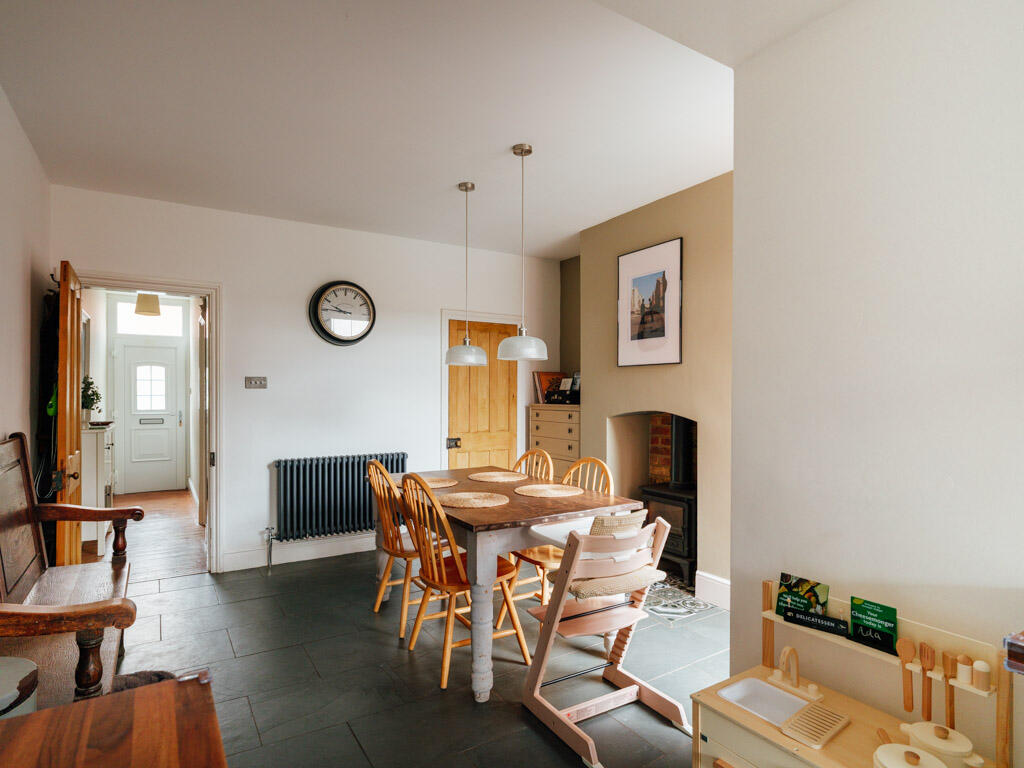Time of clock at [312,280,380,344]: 9:45
